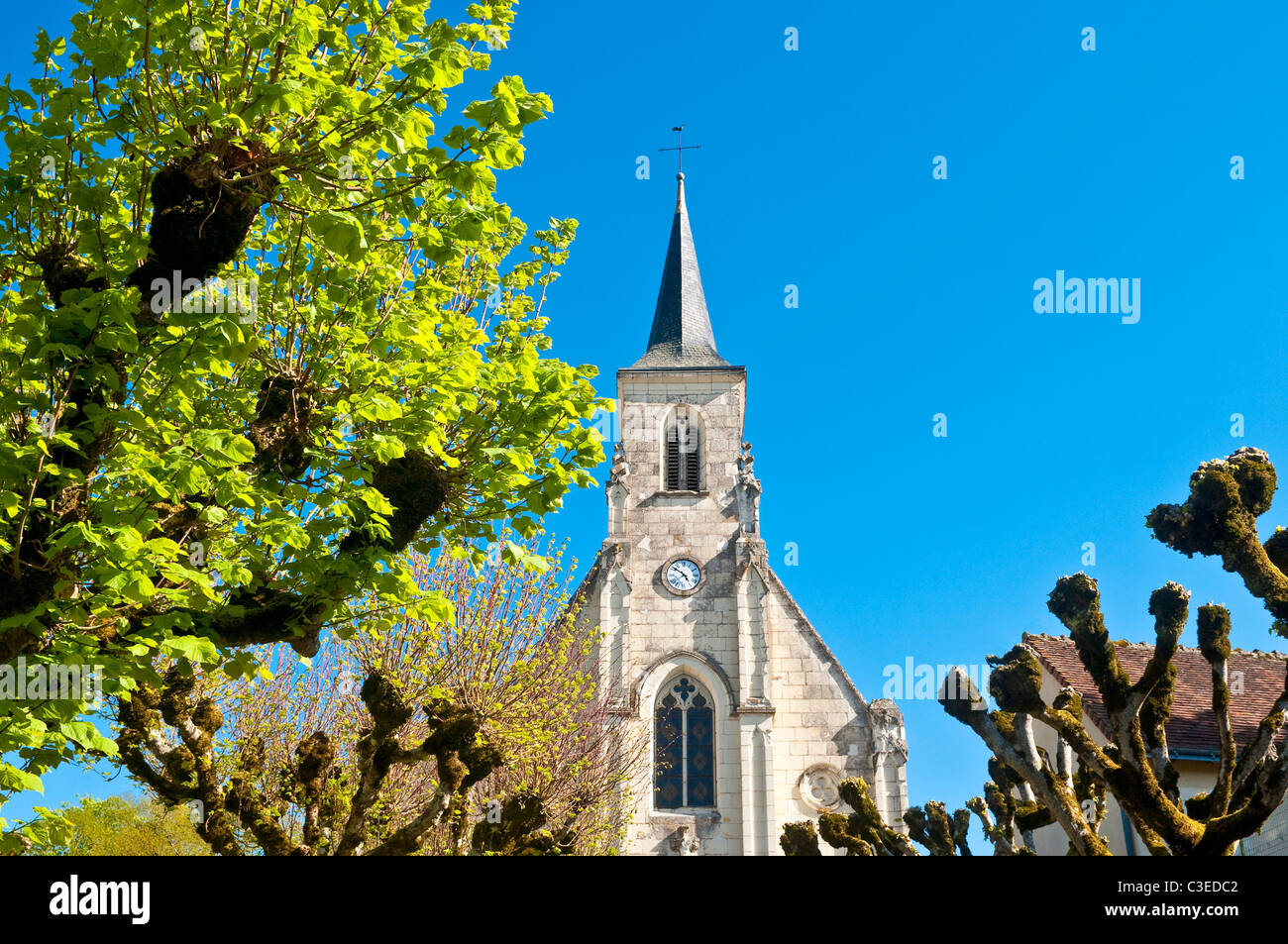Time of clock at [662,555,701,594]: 4:51
